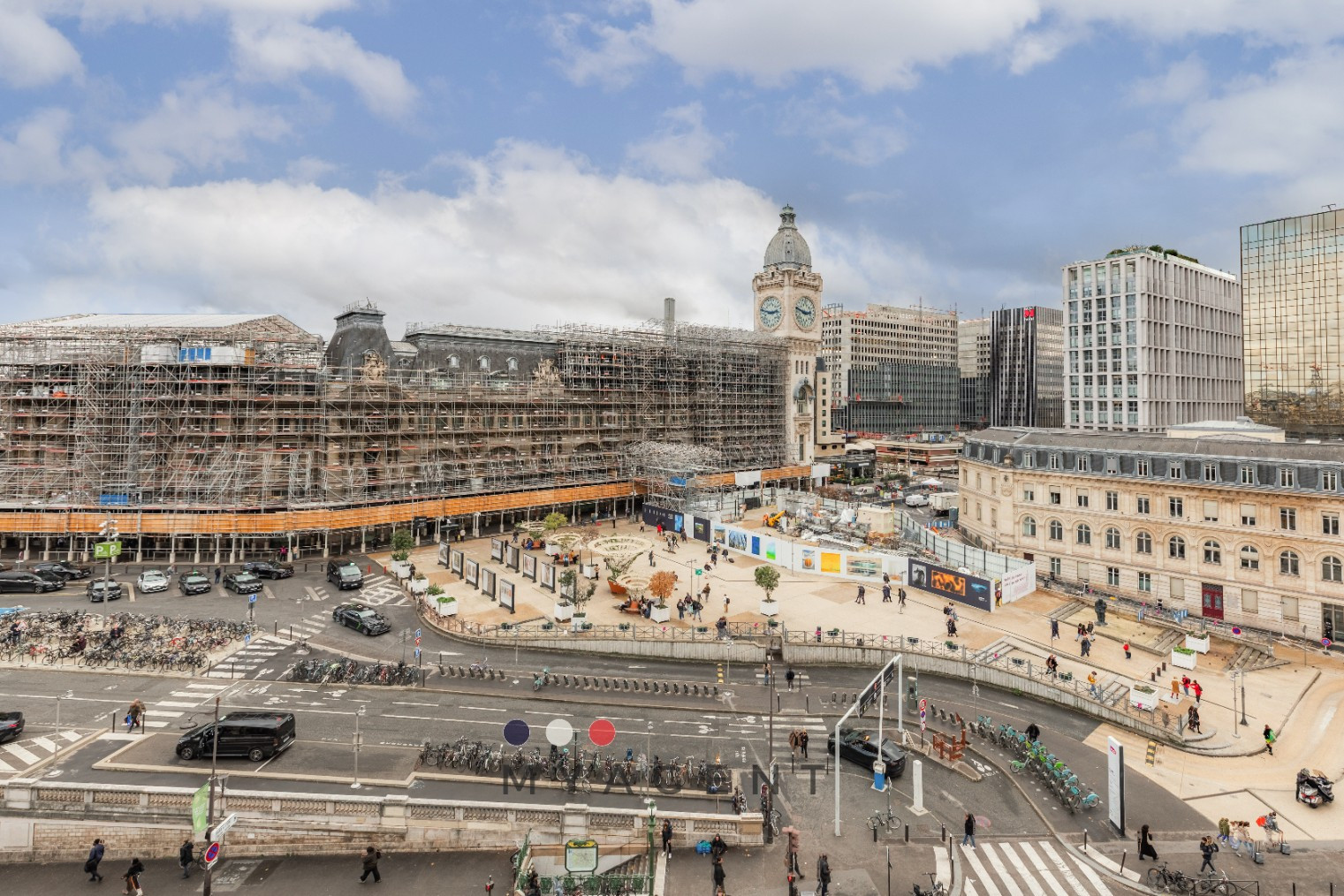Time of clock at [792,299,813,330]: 2:48
